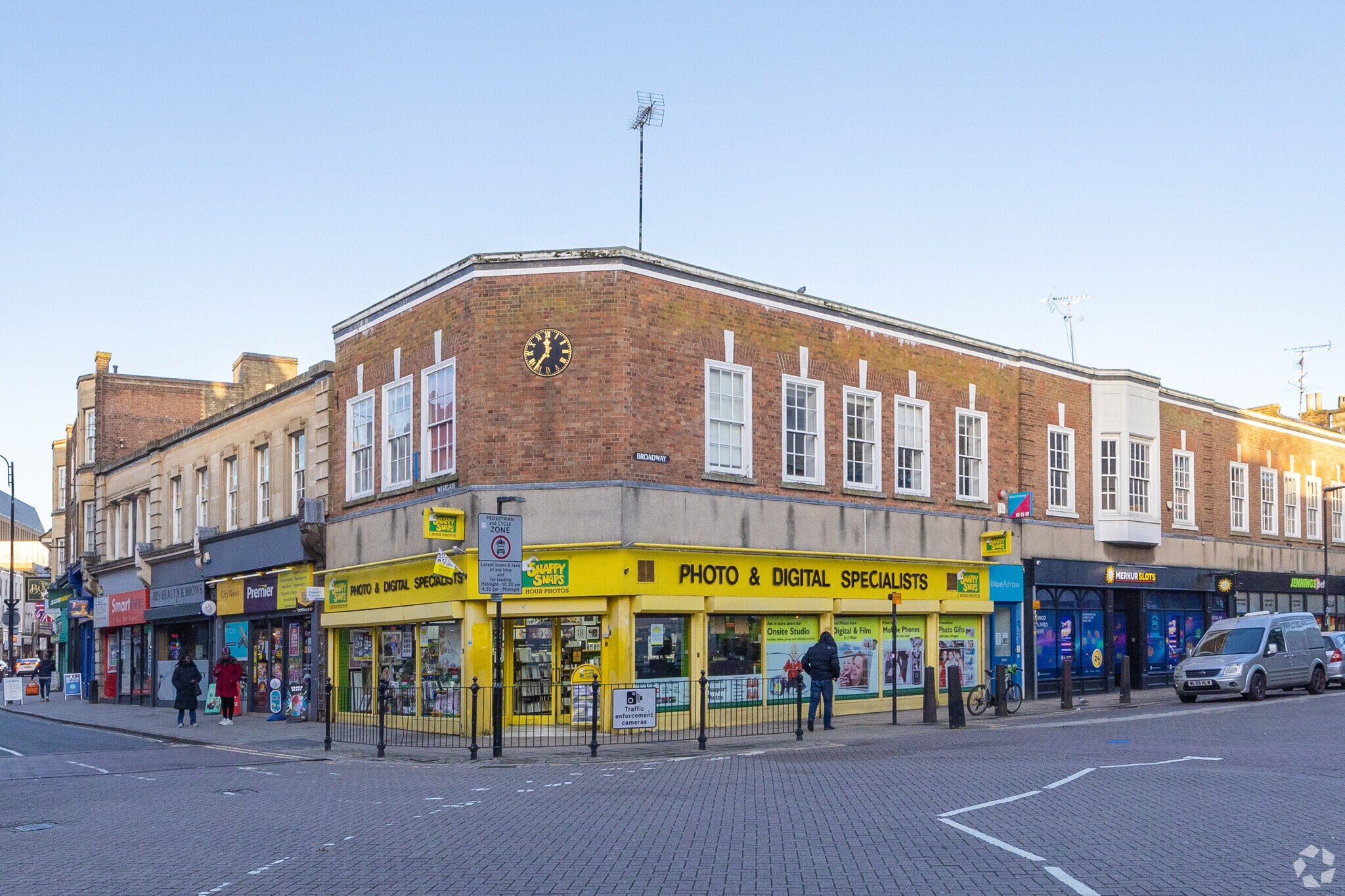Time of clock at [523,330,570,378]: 11:37
